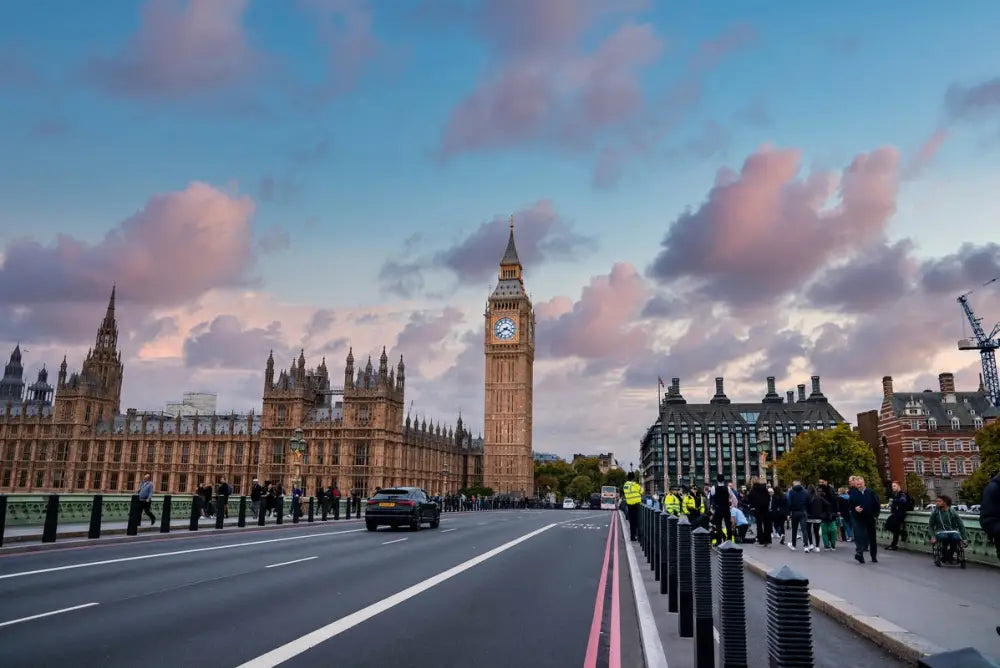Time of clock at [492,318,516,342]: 3:39
